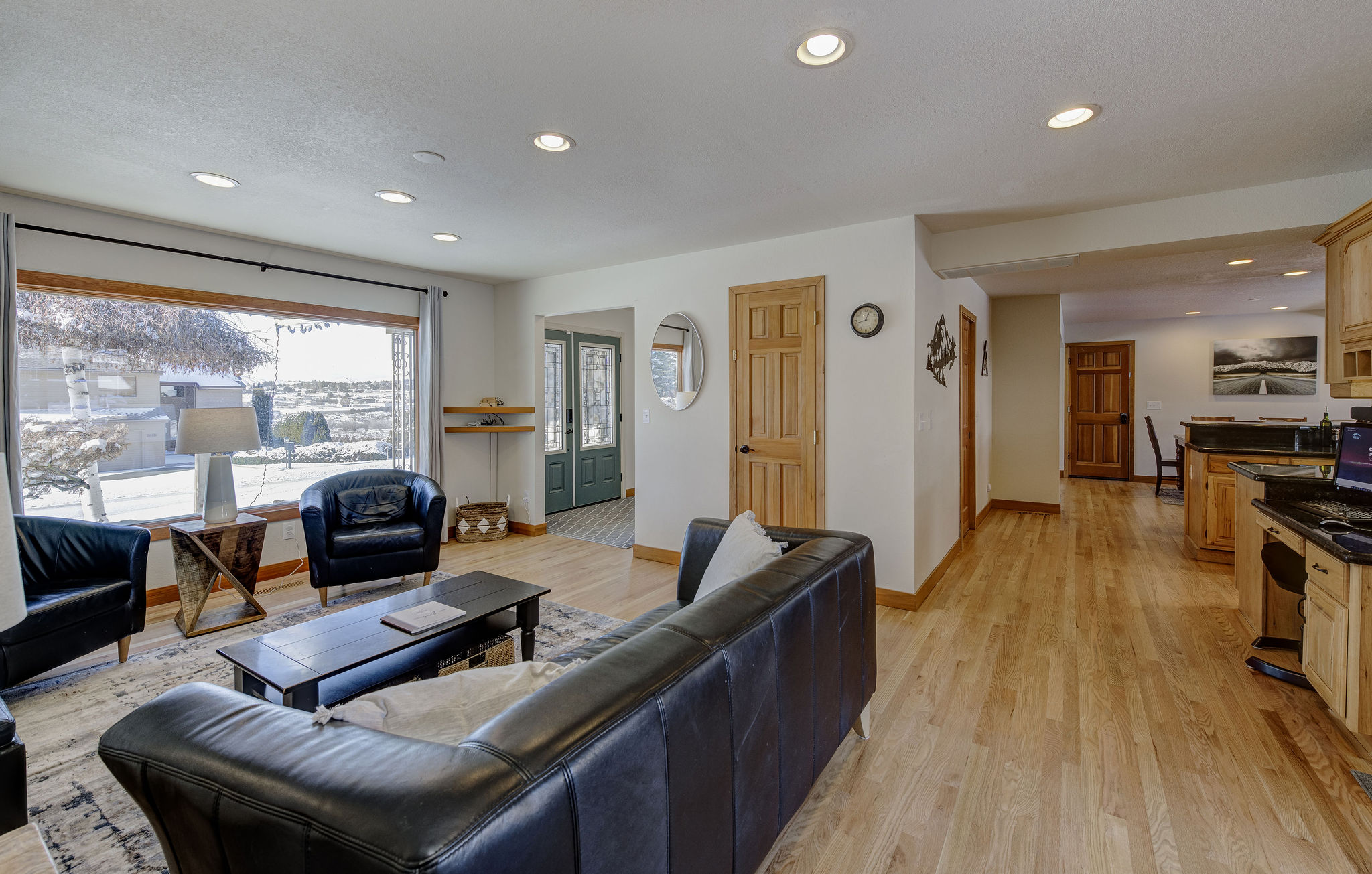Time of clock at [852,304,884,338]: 12:42
